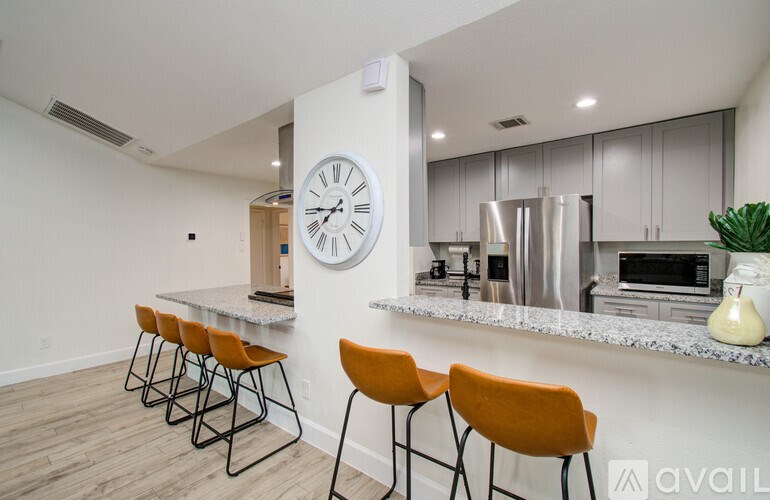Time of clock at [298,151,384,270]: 7:45
